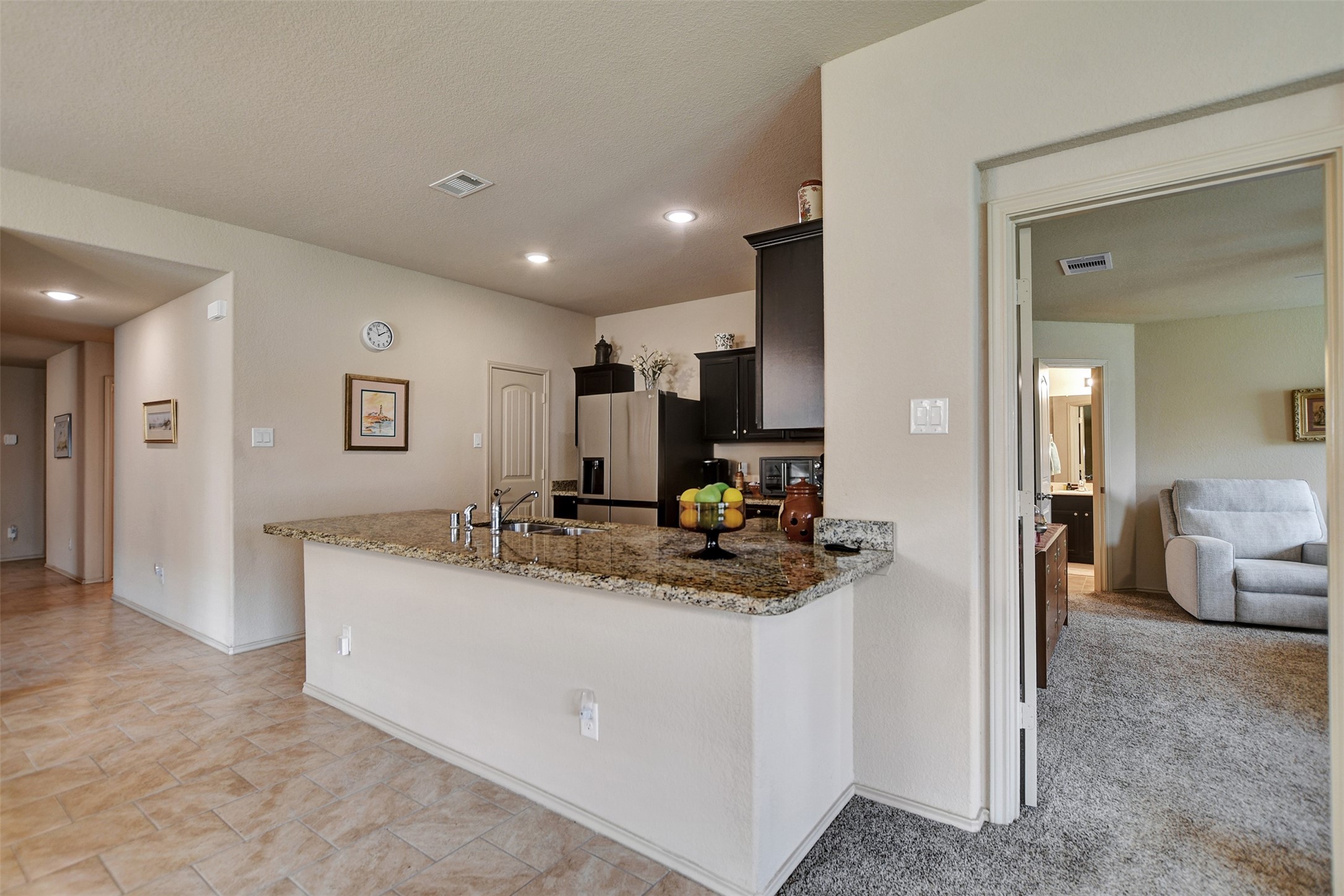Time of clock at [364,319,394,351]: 1:57
